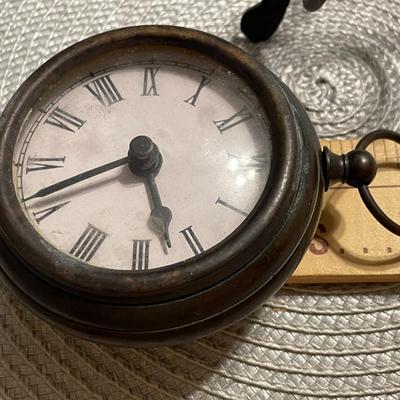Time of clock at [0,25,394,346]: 5:41
